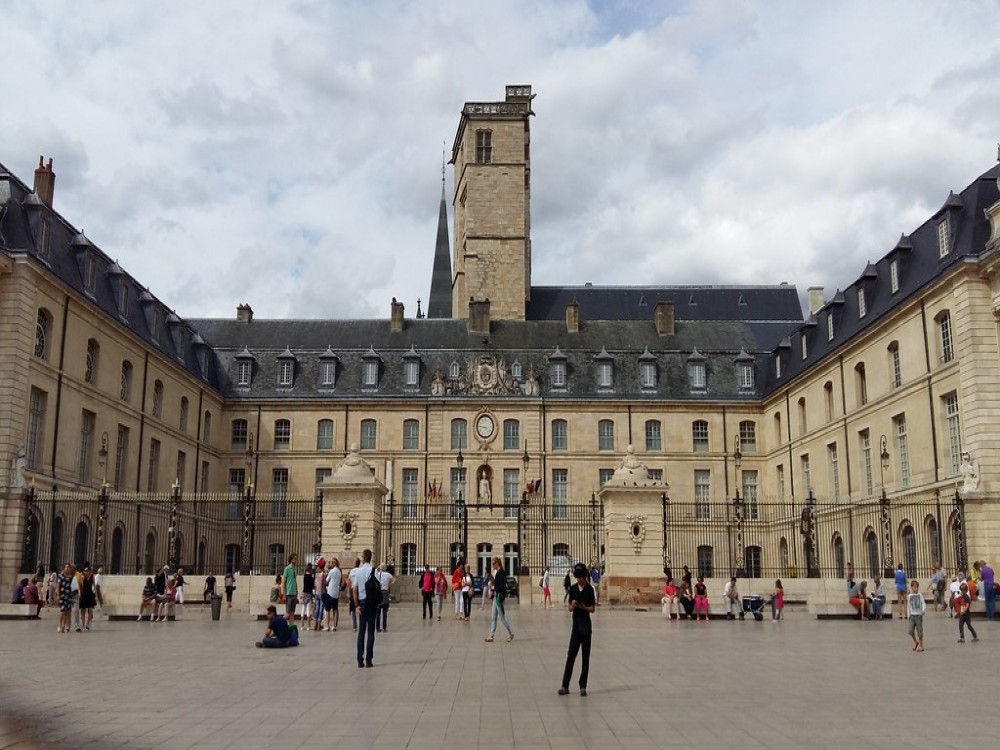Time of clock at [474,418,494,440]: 4:45
